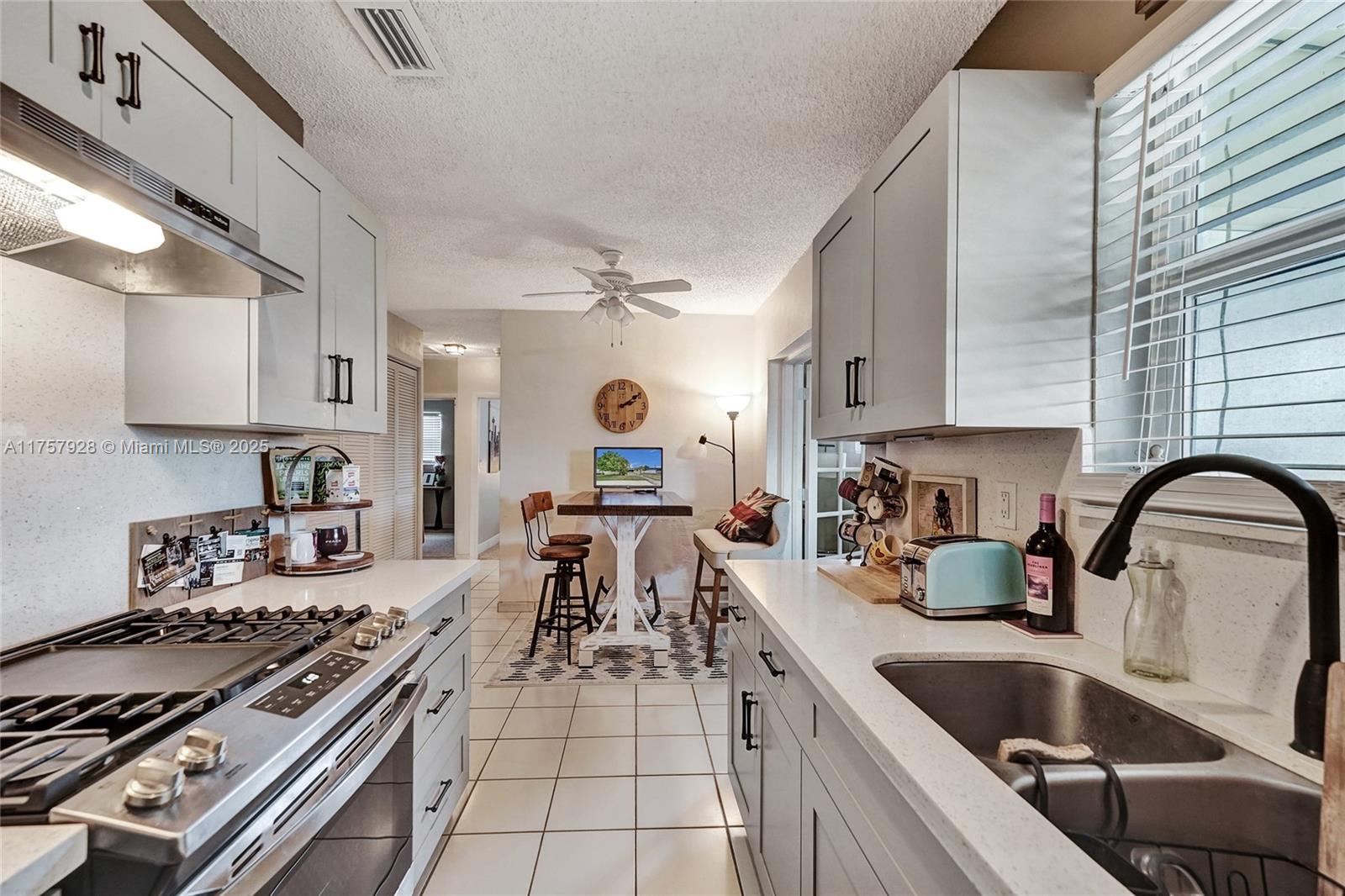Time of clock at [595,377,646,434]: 2:09
